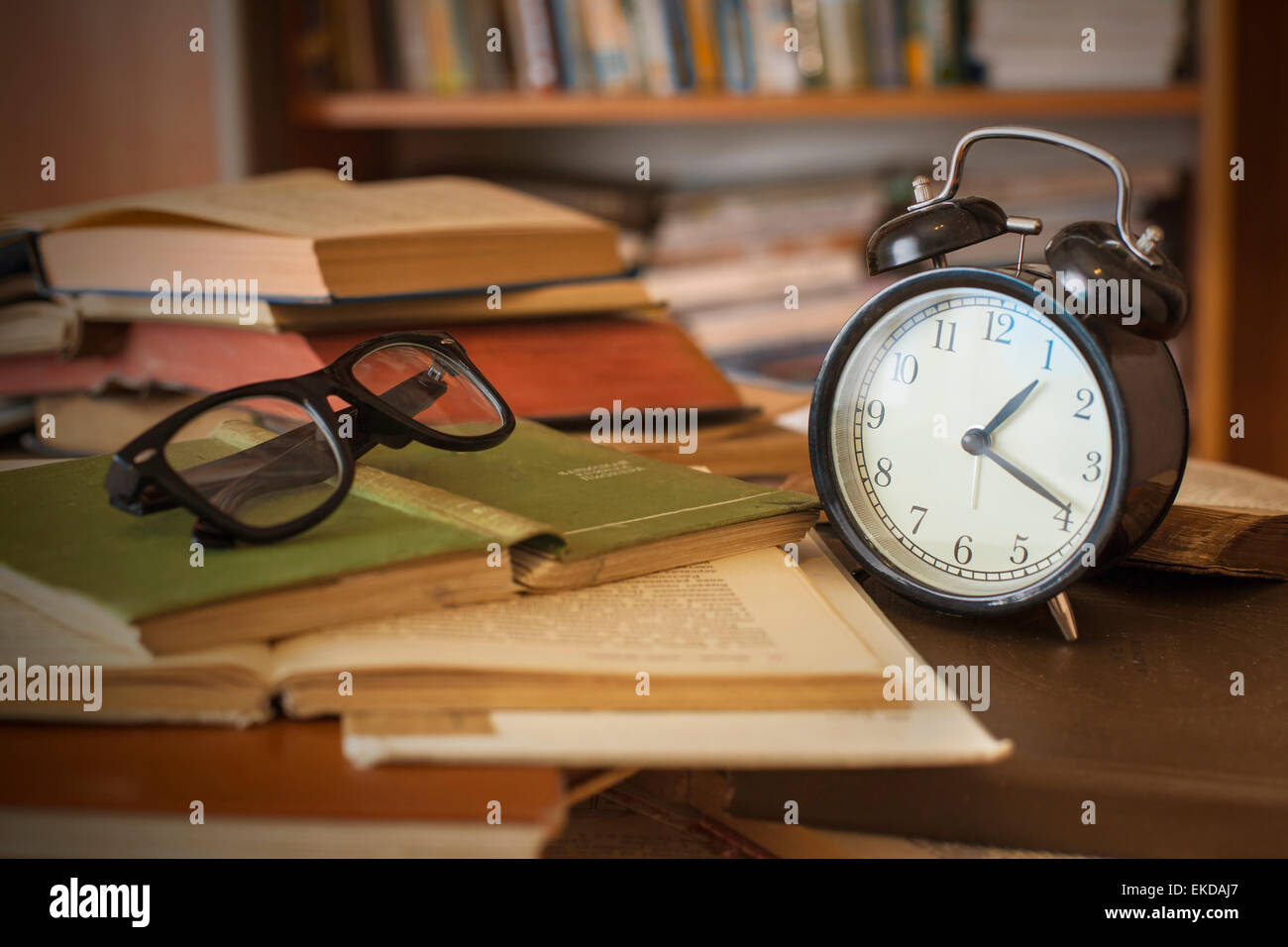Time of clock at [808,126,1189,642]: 1:19
